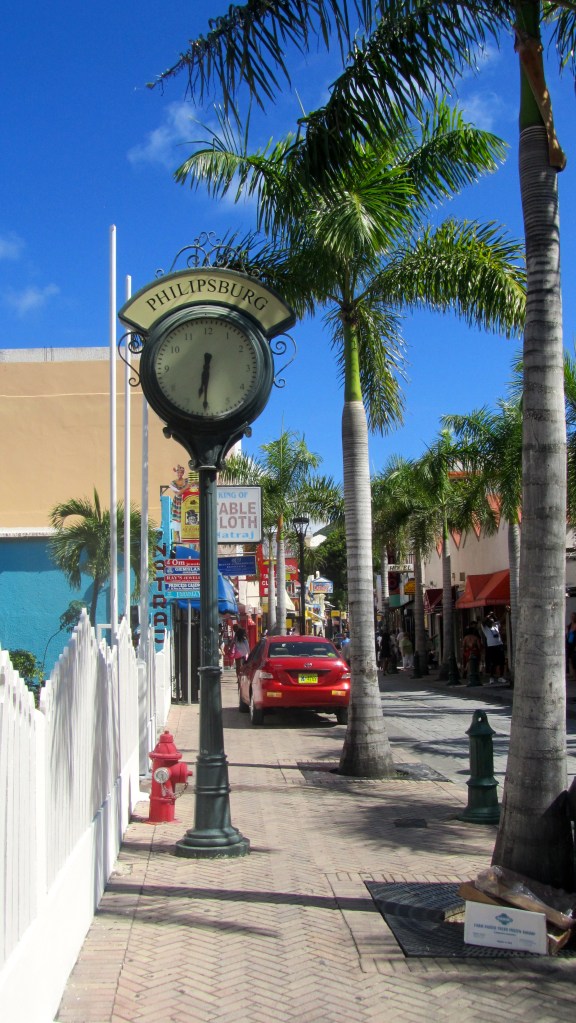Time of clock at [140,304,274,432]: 6:30
